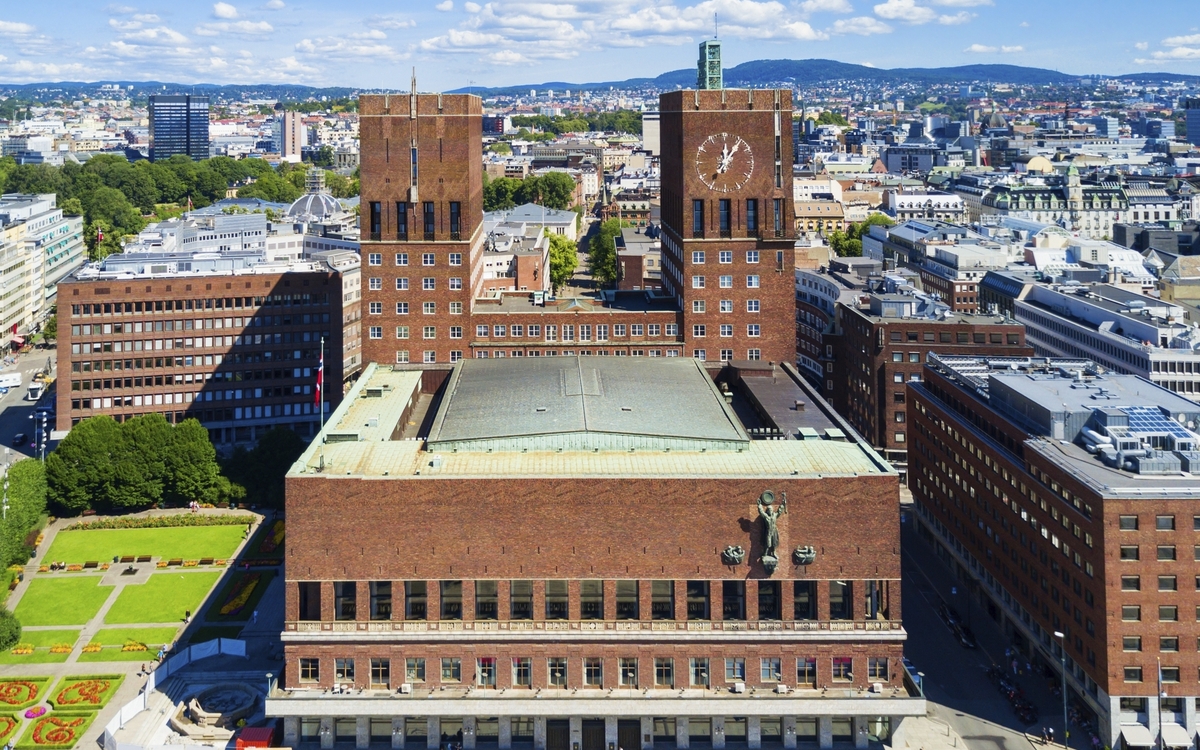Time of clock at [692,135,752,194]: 12:06
